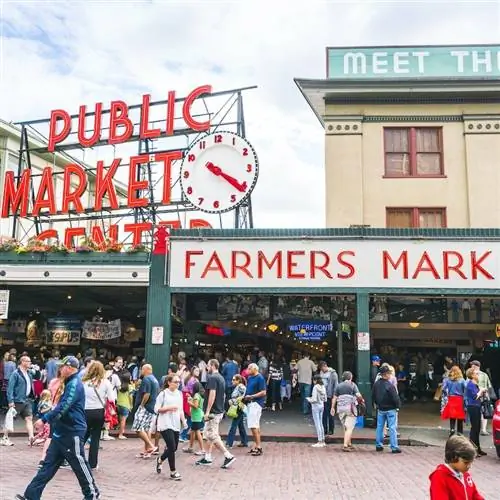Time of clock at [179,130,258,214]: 4:20
